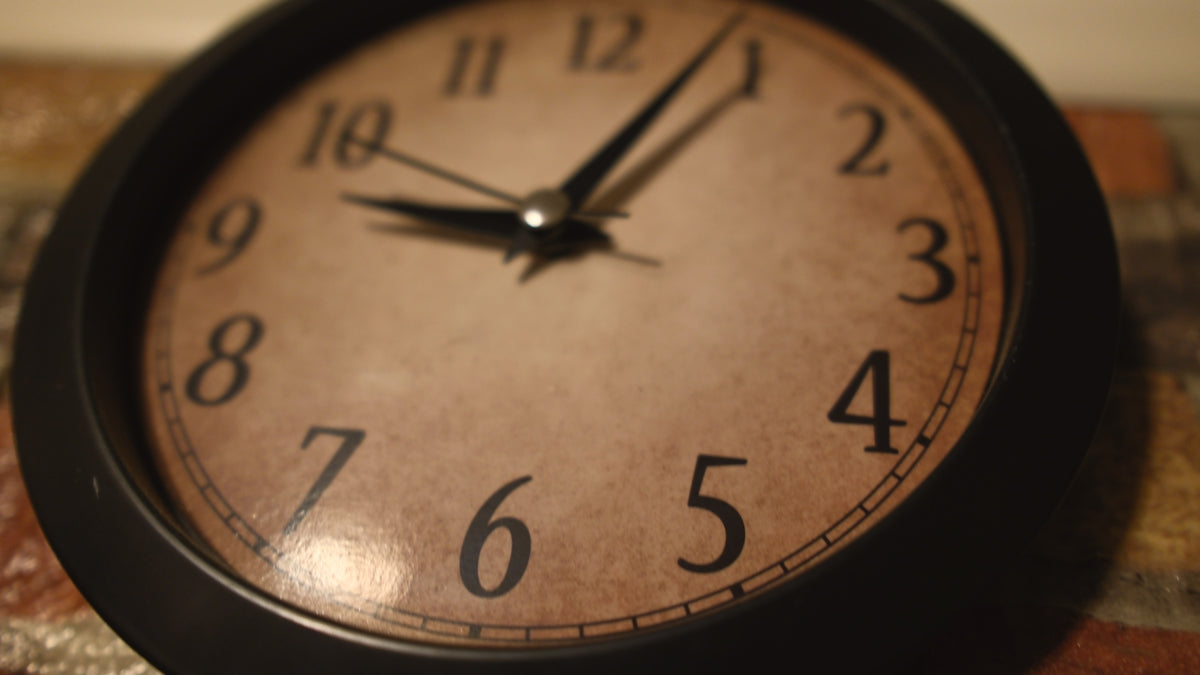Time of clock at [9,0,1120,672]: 9:05
